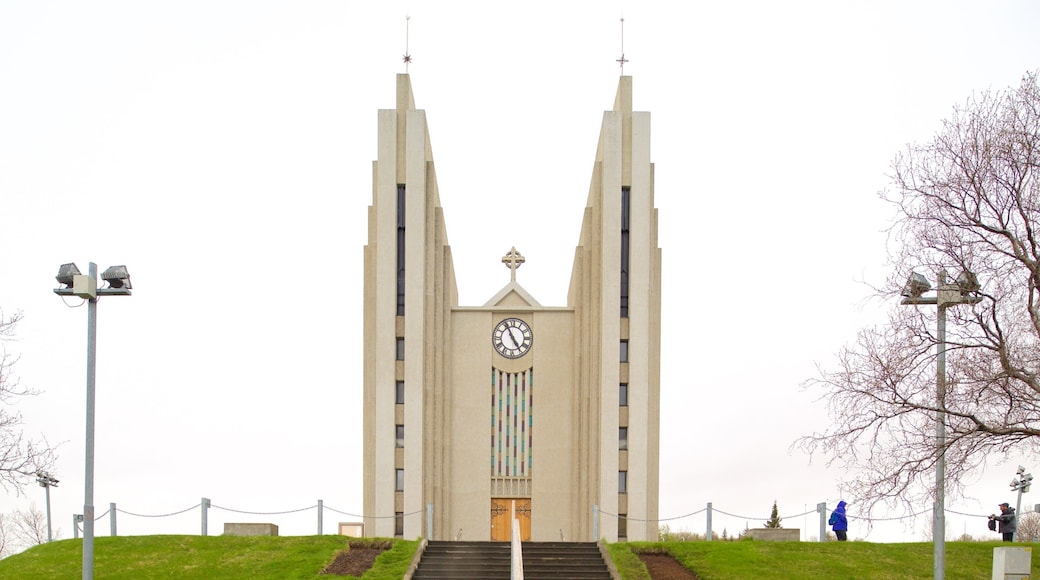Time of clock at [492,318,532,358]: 4:55
